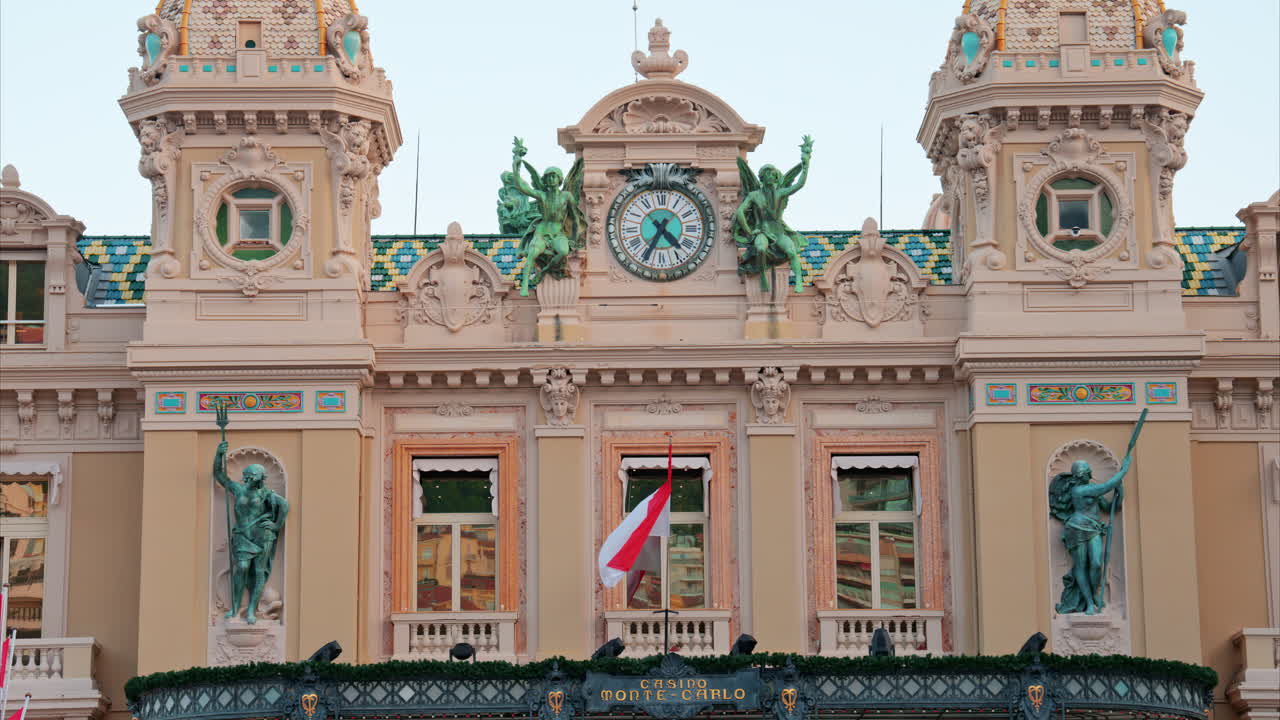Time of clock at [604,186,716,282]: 4:34
